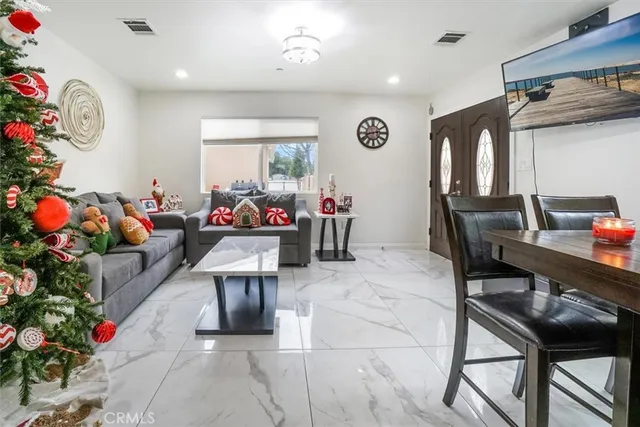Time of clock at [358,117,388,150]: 2:42
